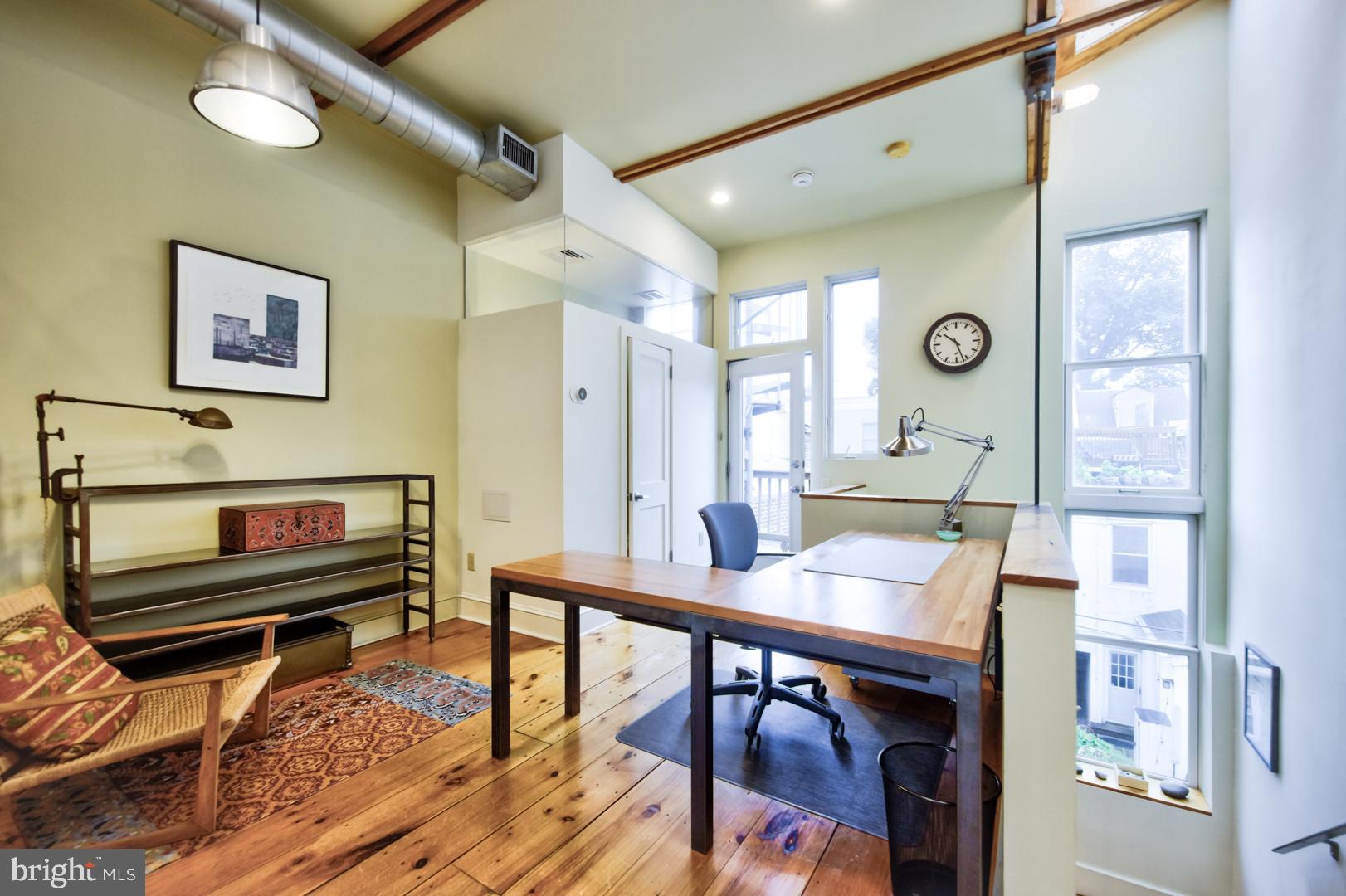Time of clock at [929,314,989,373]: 10:26
